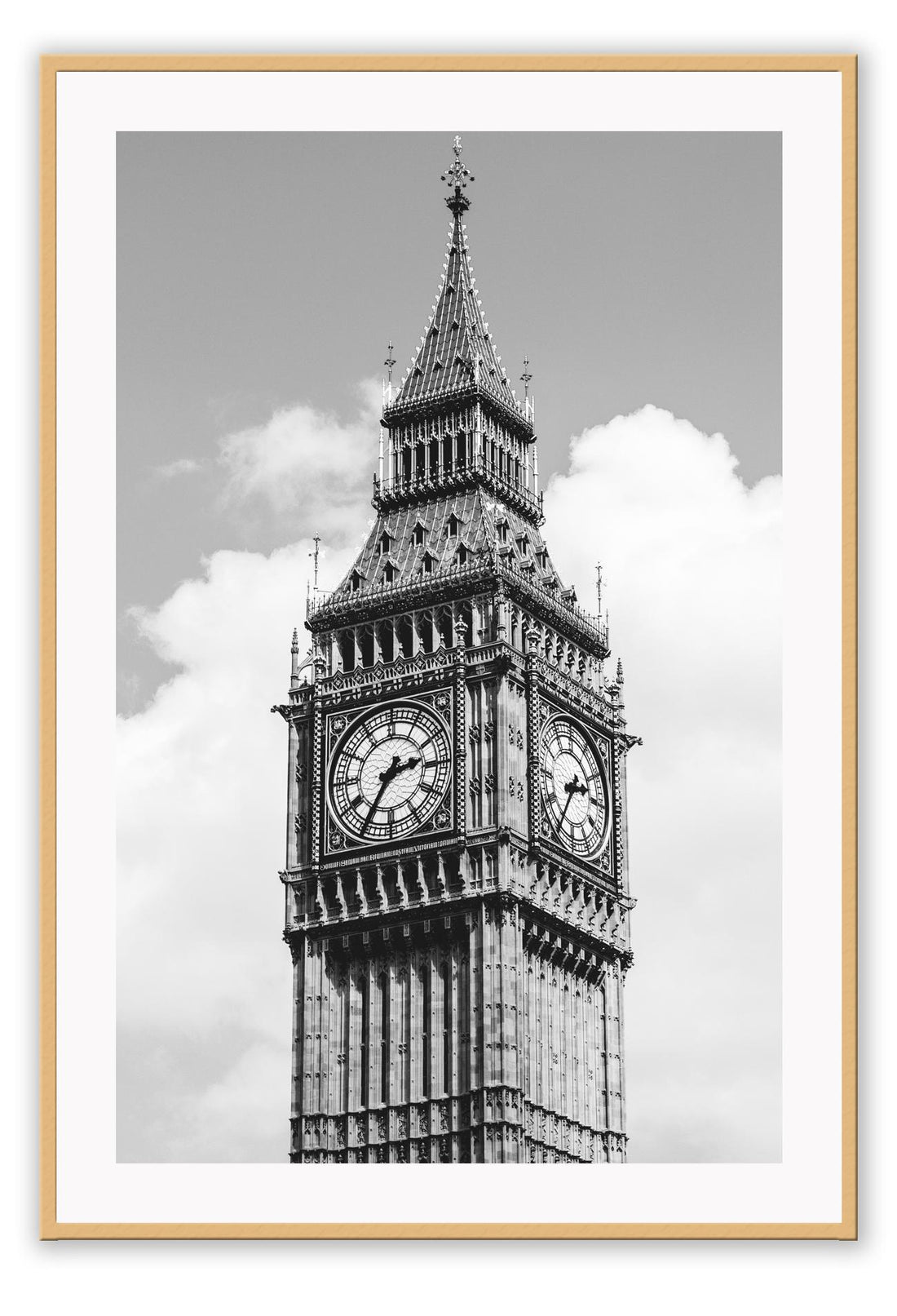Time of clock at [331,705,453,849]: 2:35
